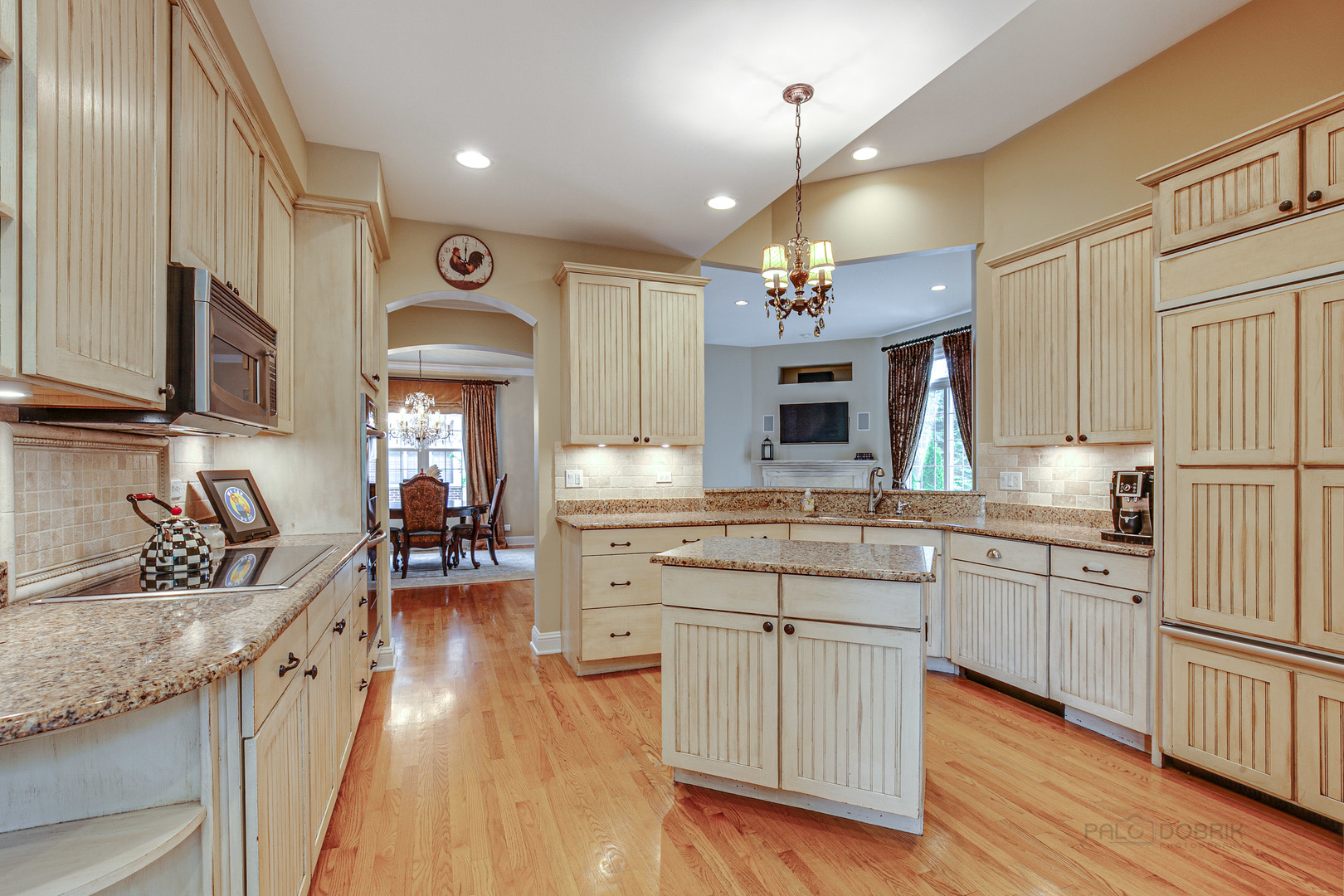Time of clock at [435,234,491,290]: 10:00
